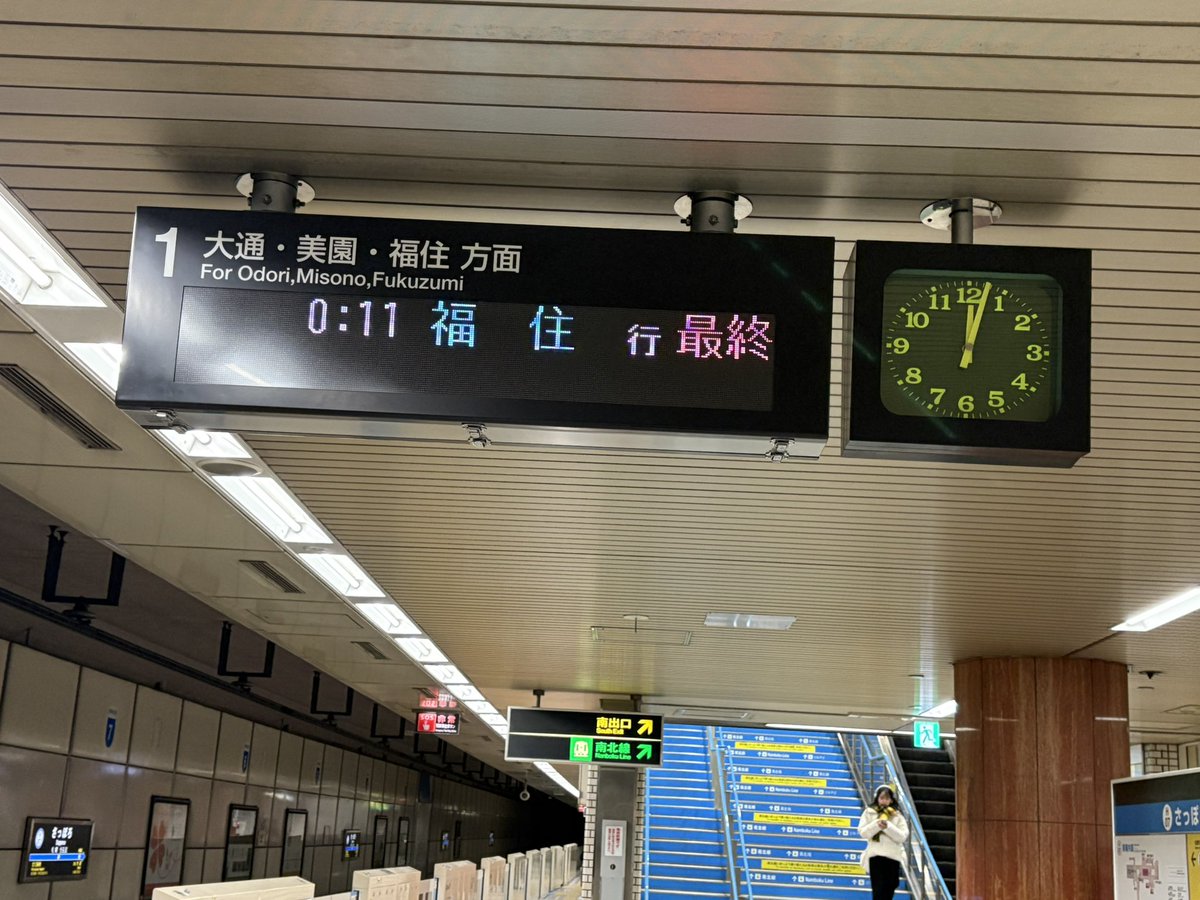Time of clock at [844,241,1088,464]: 12:02
